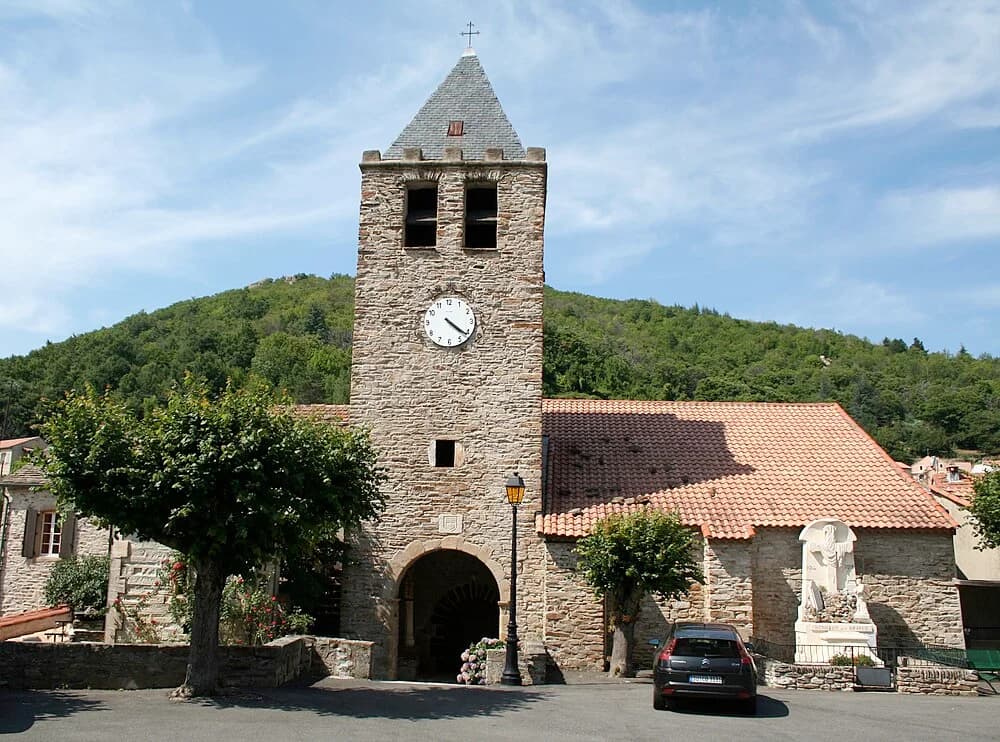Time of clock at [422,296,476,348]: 4:21
